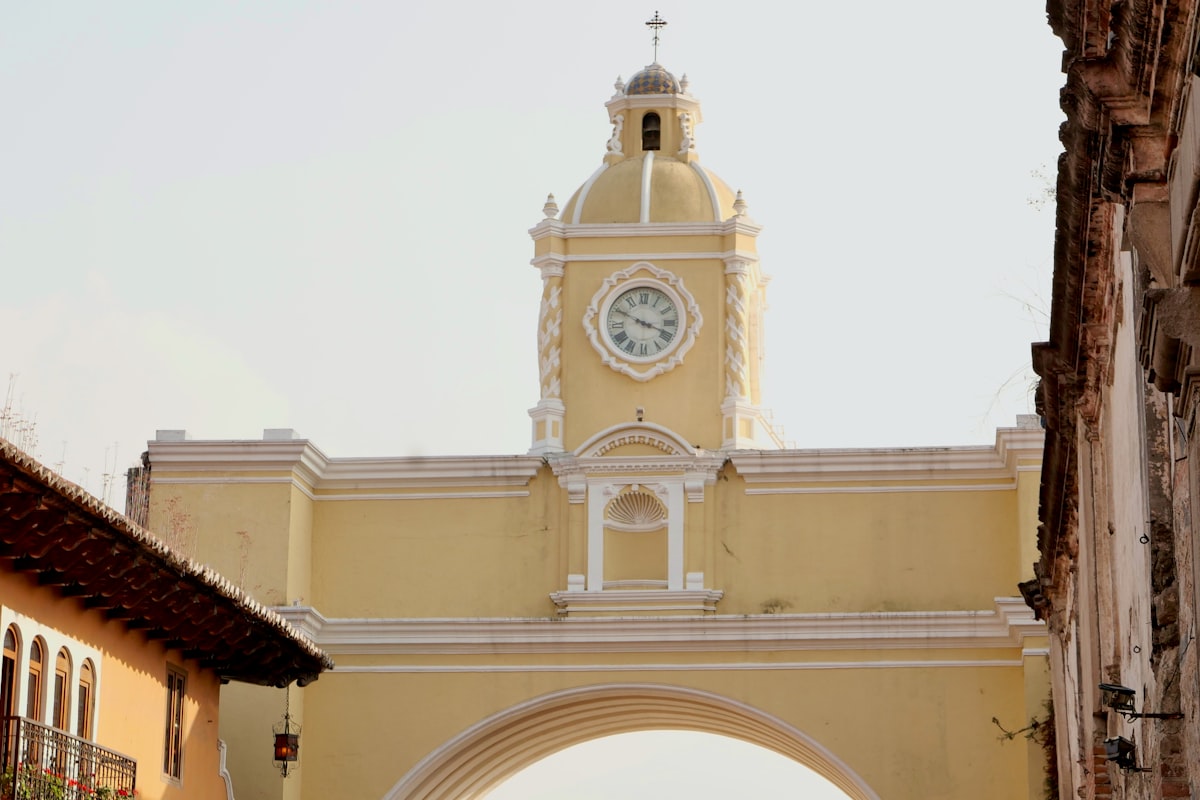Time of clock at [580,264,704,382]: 3:49
